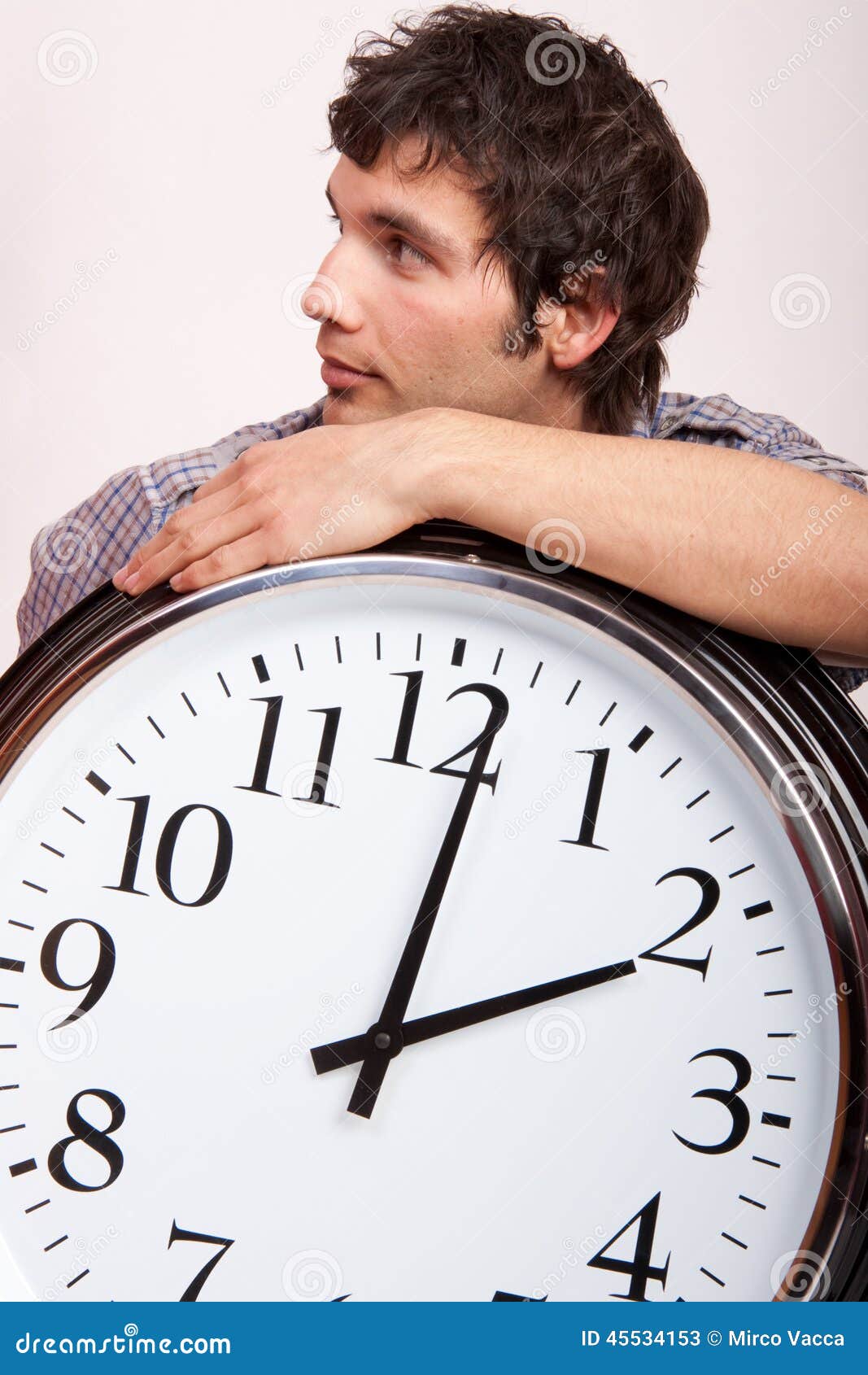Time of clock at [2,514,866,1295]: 2:01
